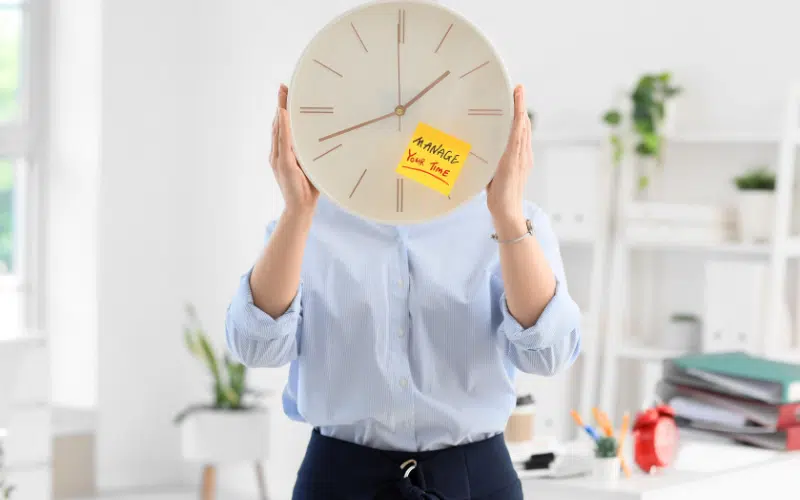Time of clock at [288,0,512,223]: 1:41
